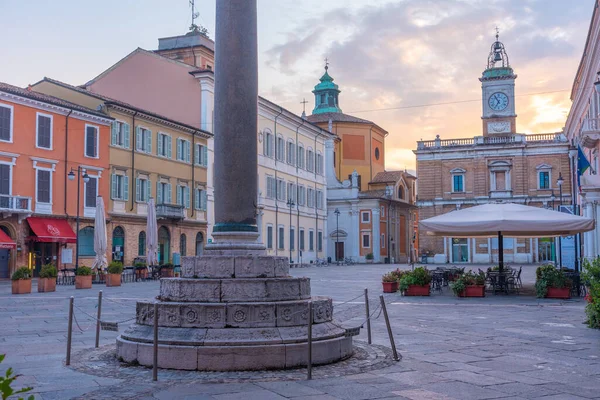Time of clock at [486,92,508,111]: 6:54
